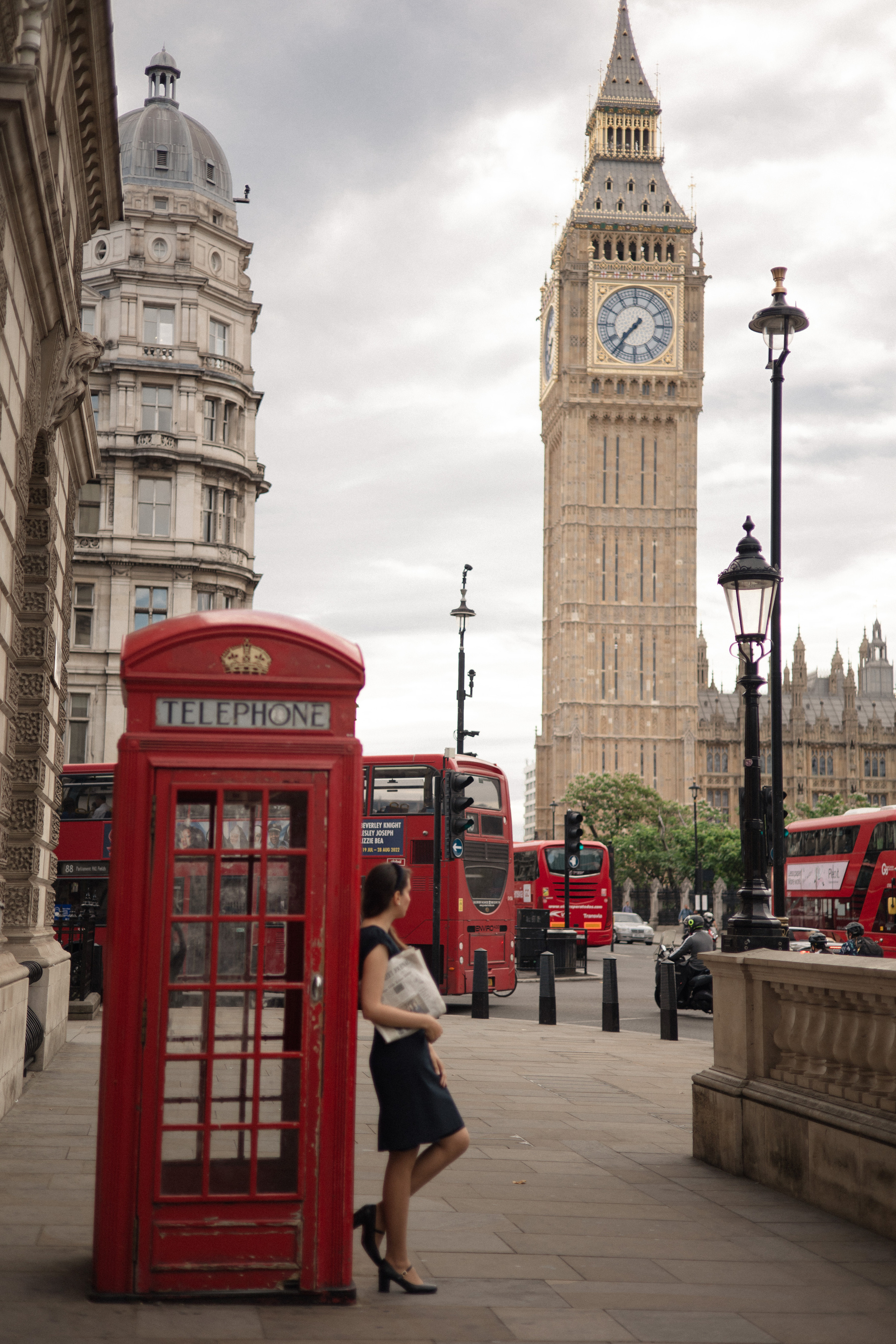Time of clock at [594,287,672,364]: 7:36
